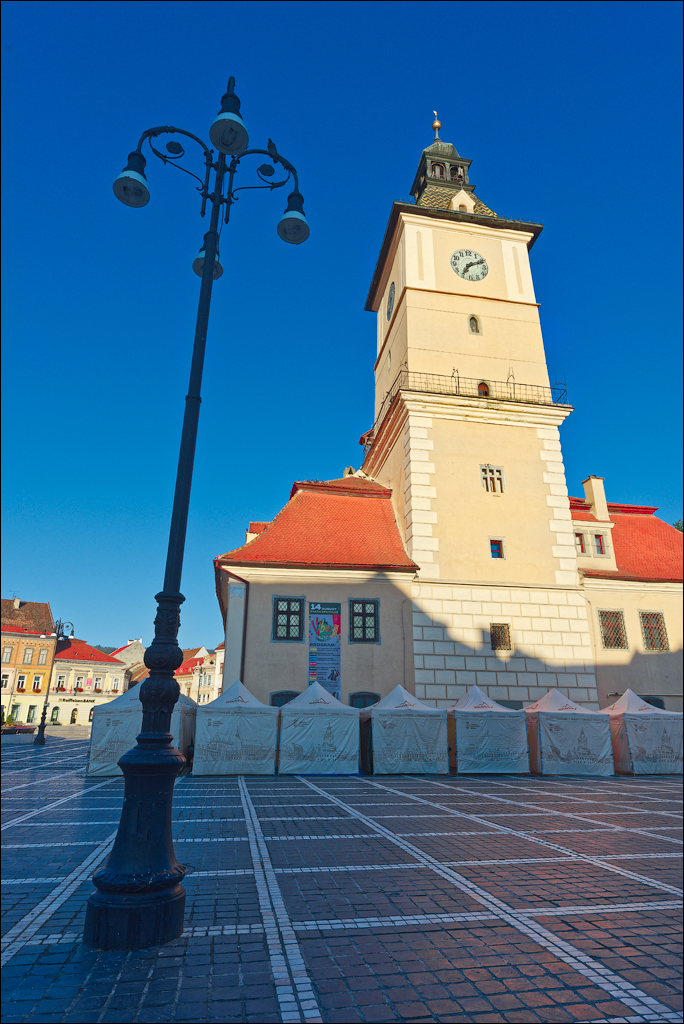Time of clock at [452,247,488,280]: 7:11
